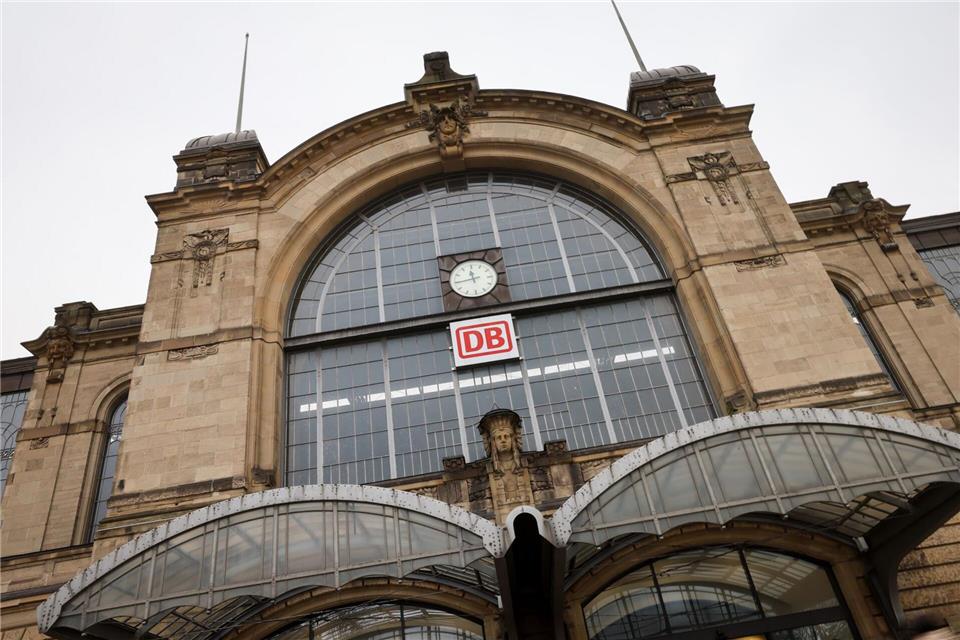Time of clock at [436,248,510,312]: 11:44
